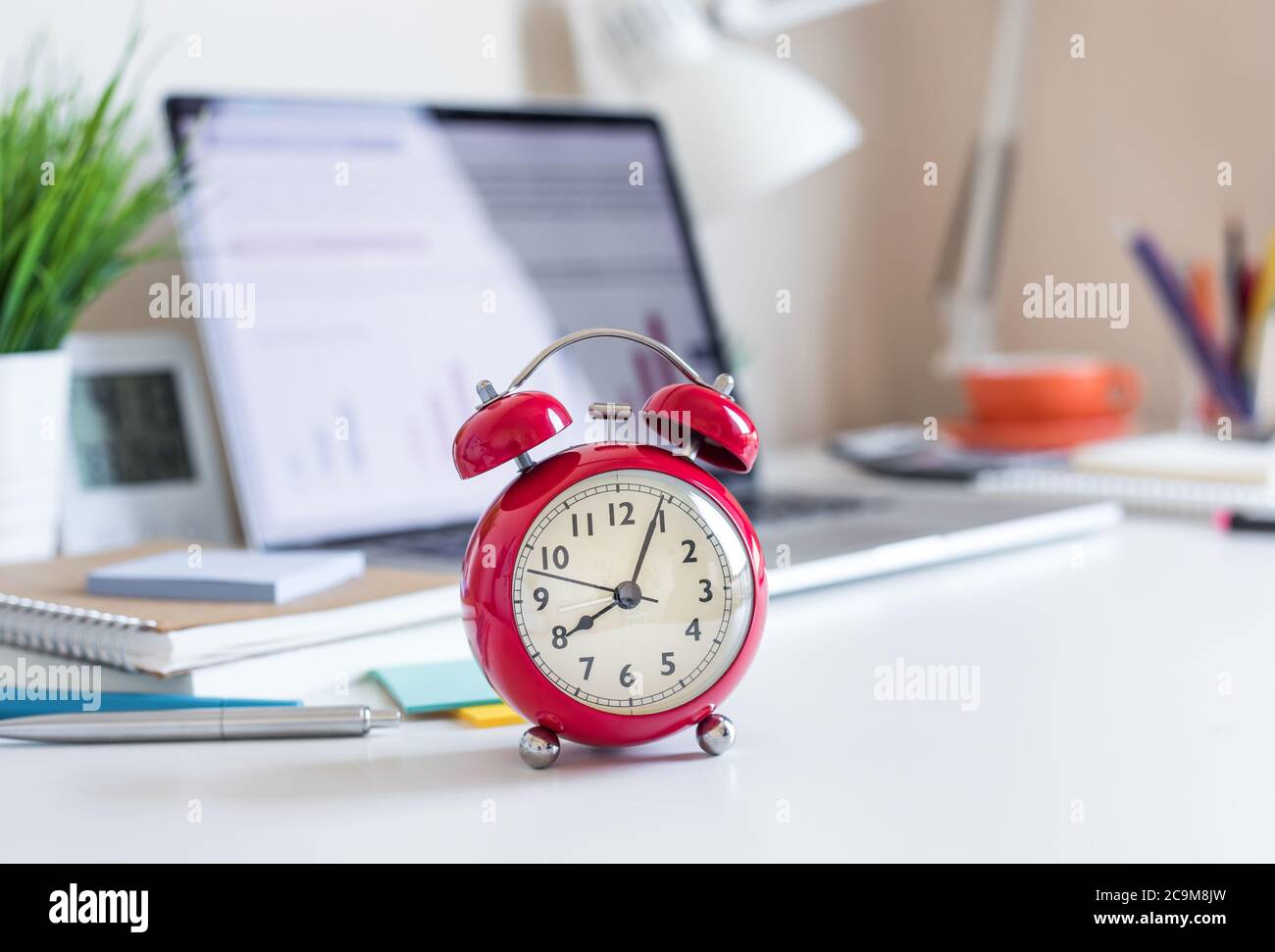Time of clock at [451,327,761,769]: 8:04
